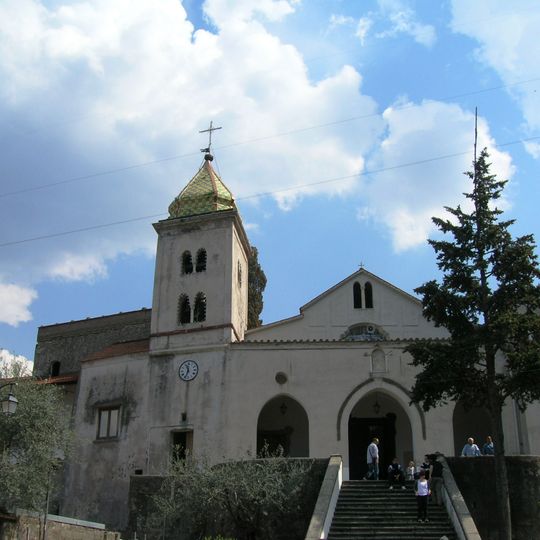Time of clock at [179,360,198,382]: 11:33
